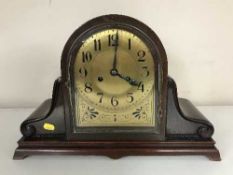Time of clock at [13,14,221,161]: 4:01
